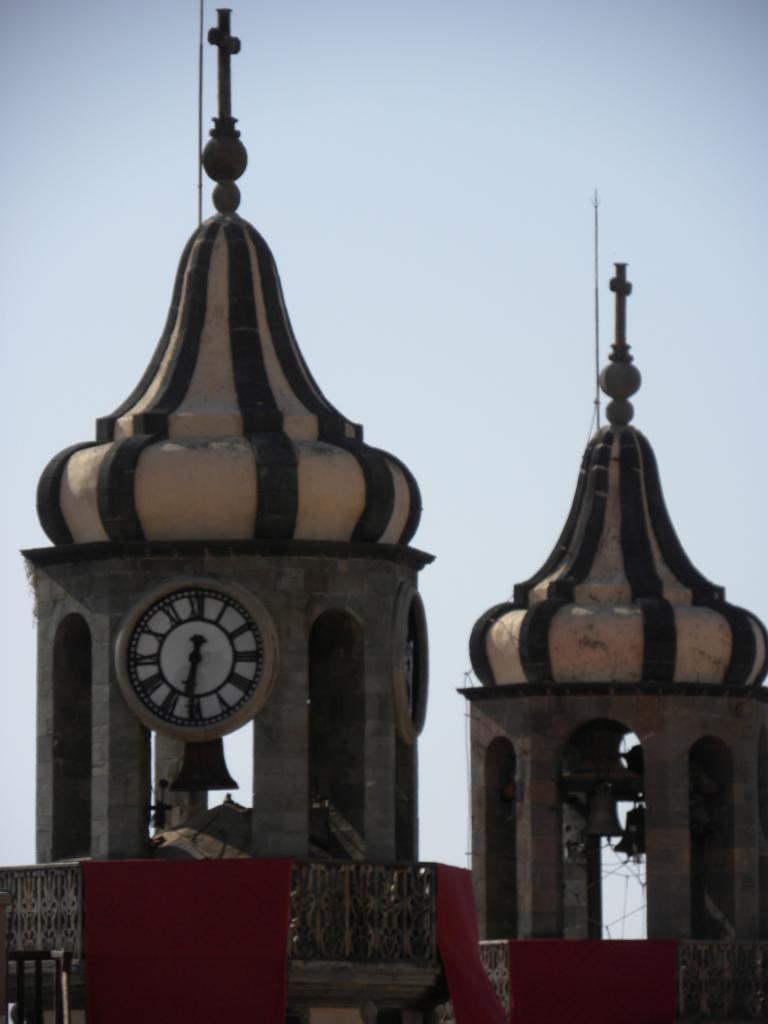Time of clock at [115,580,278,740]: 6:31
